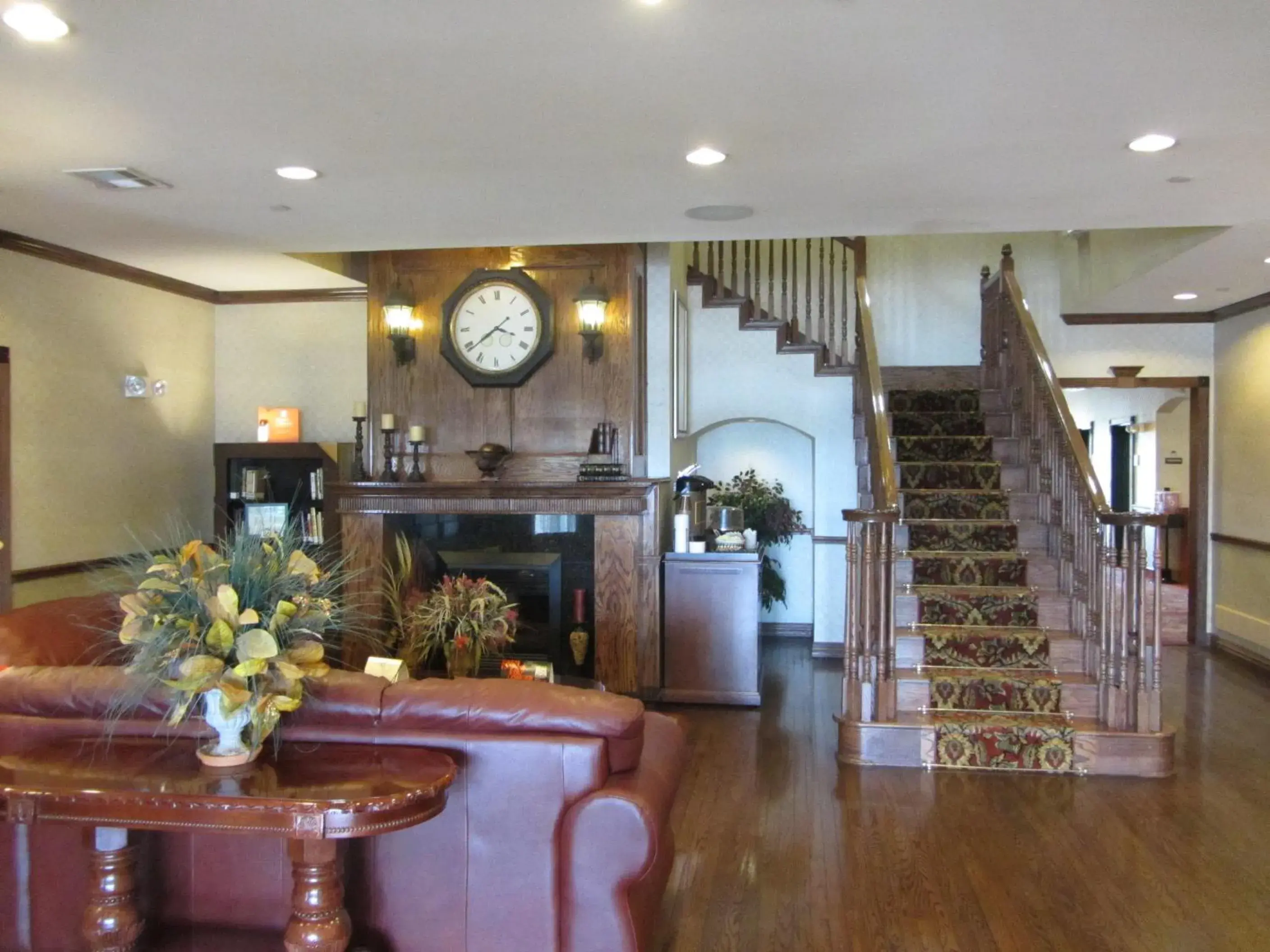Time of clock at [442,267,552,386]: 3:38
